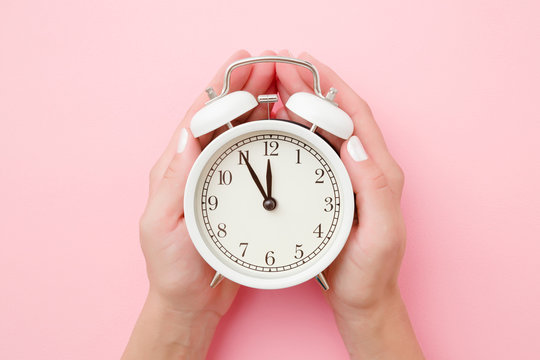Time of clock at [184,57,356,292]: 11:55
